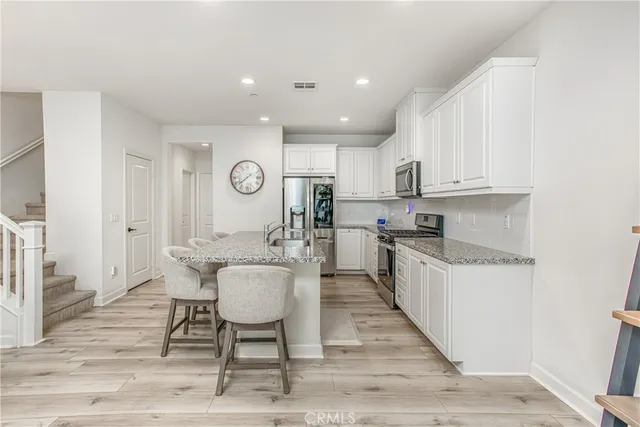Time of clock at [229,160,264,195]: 7:38
